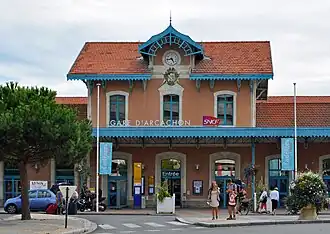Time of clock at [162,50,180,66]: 4:42
